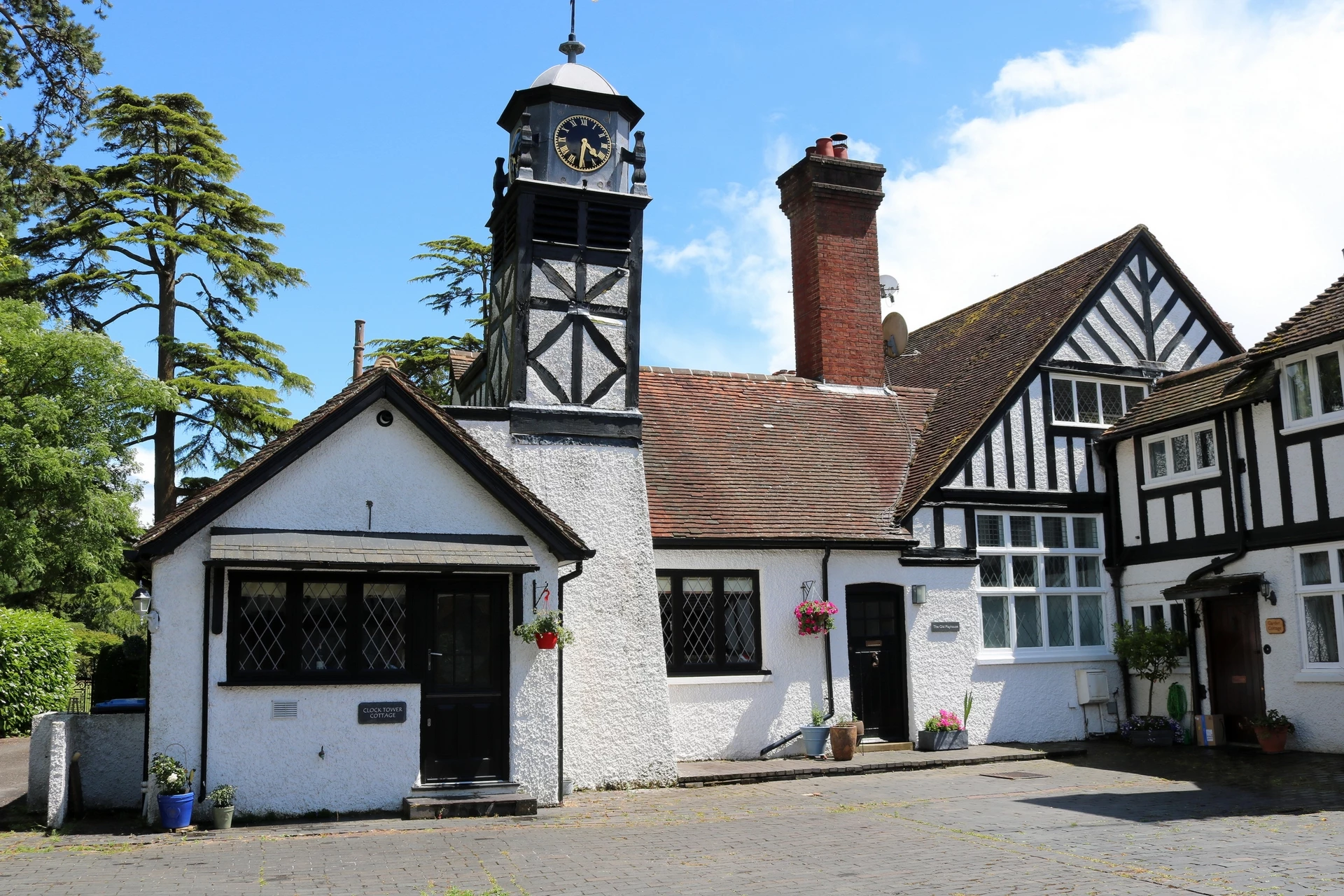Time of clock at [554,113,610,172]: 4:31
